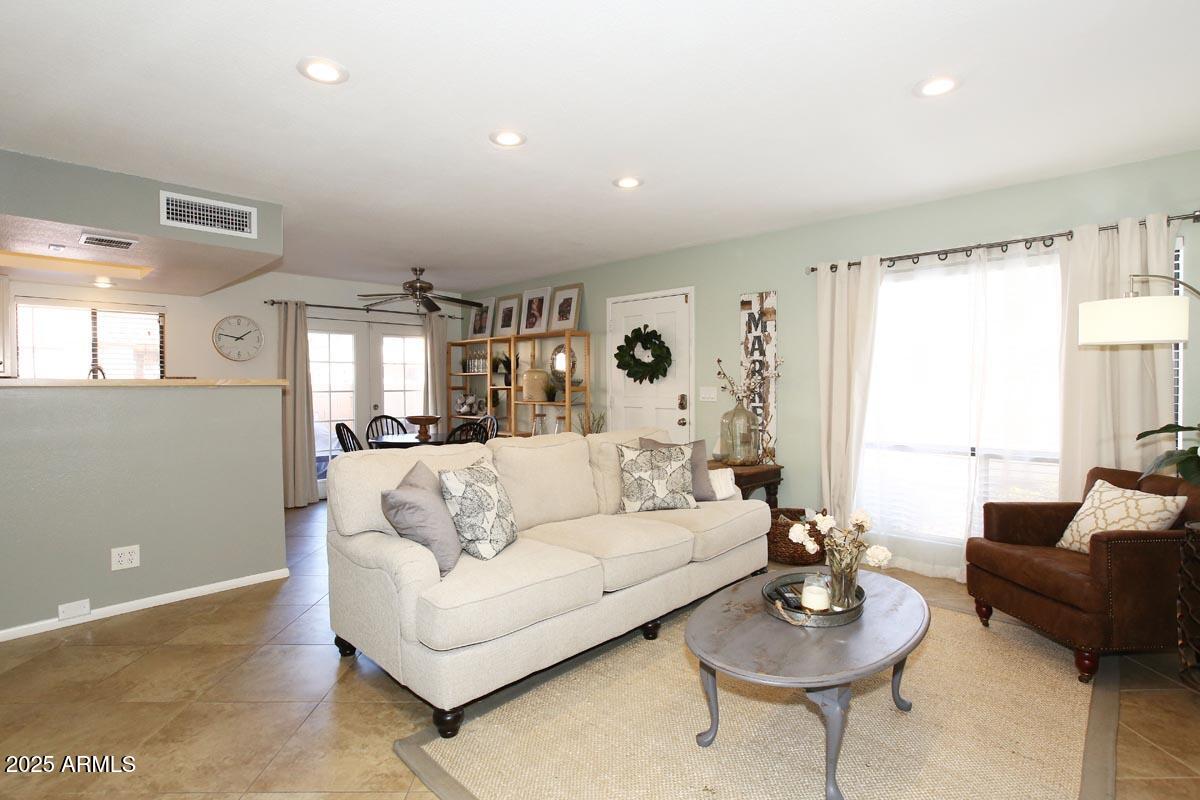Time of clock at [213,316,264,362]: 1:47
